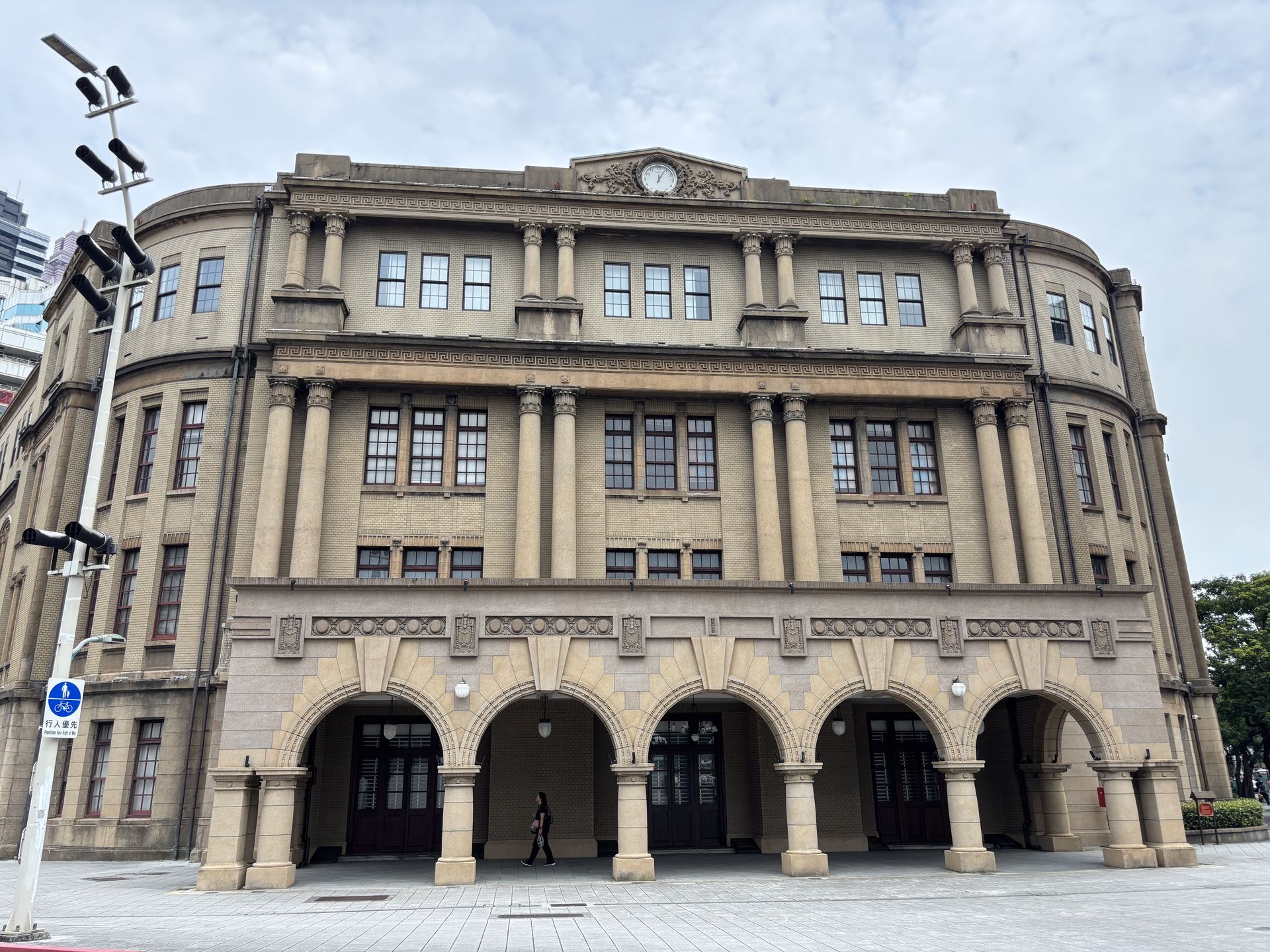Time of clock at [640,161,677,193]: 12:04
